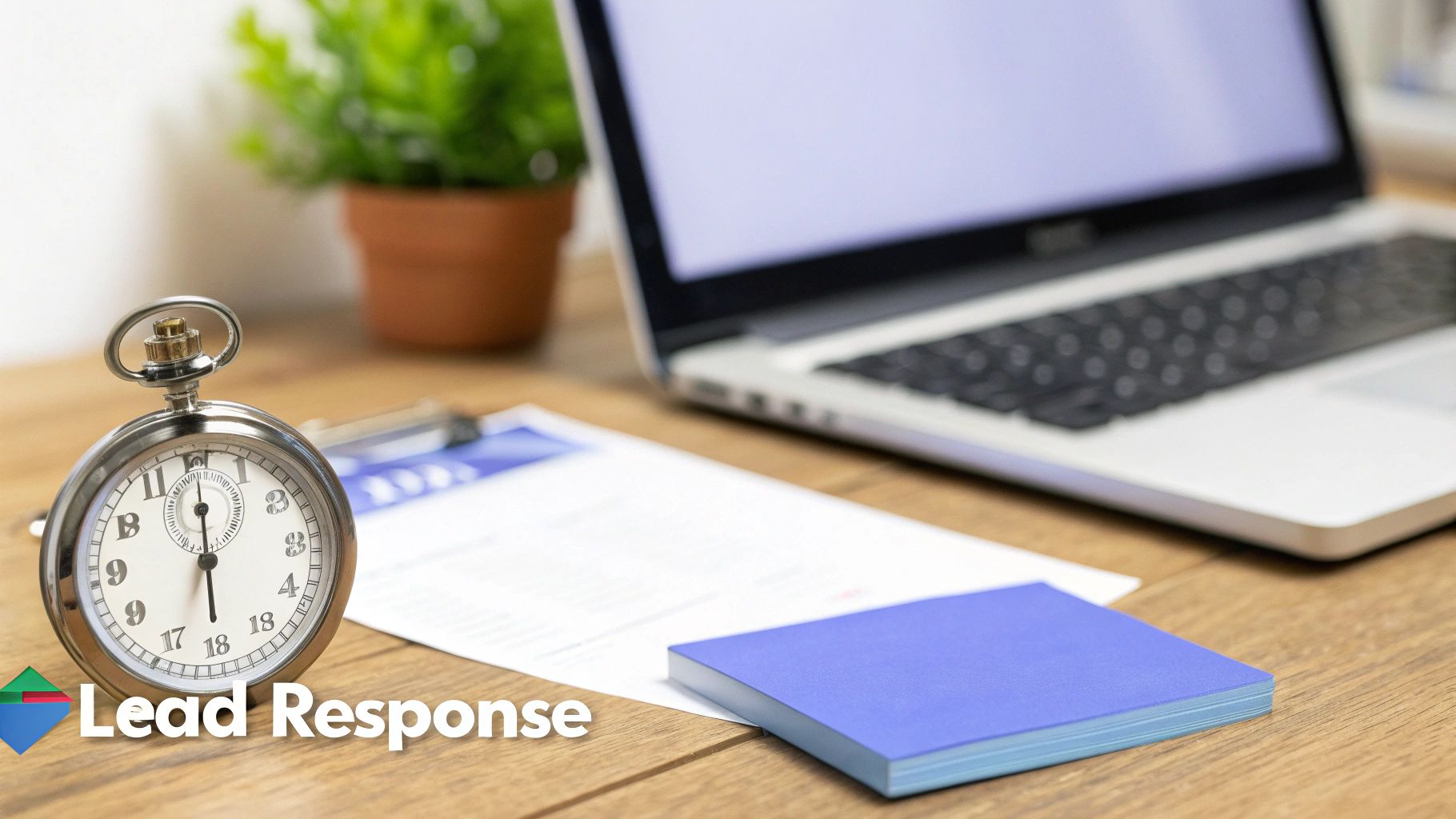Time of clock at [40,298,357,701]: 6:00
